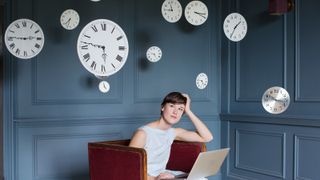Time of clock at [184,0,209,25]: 3:19
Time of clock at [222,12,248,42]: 1:34
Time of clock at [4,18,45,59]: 2:45
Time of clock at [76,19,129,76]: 5:46
